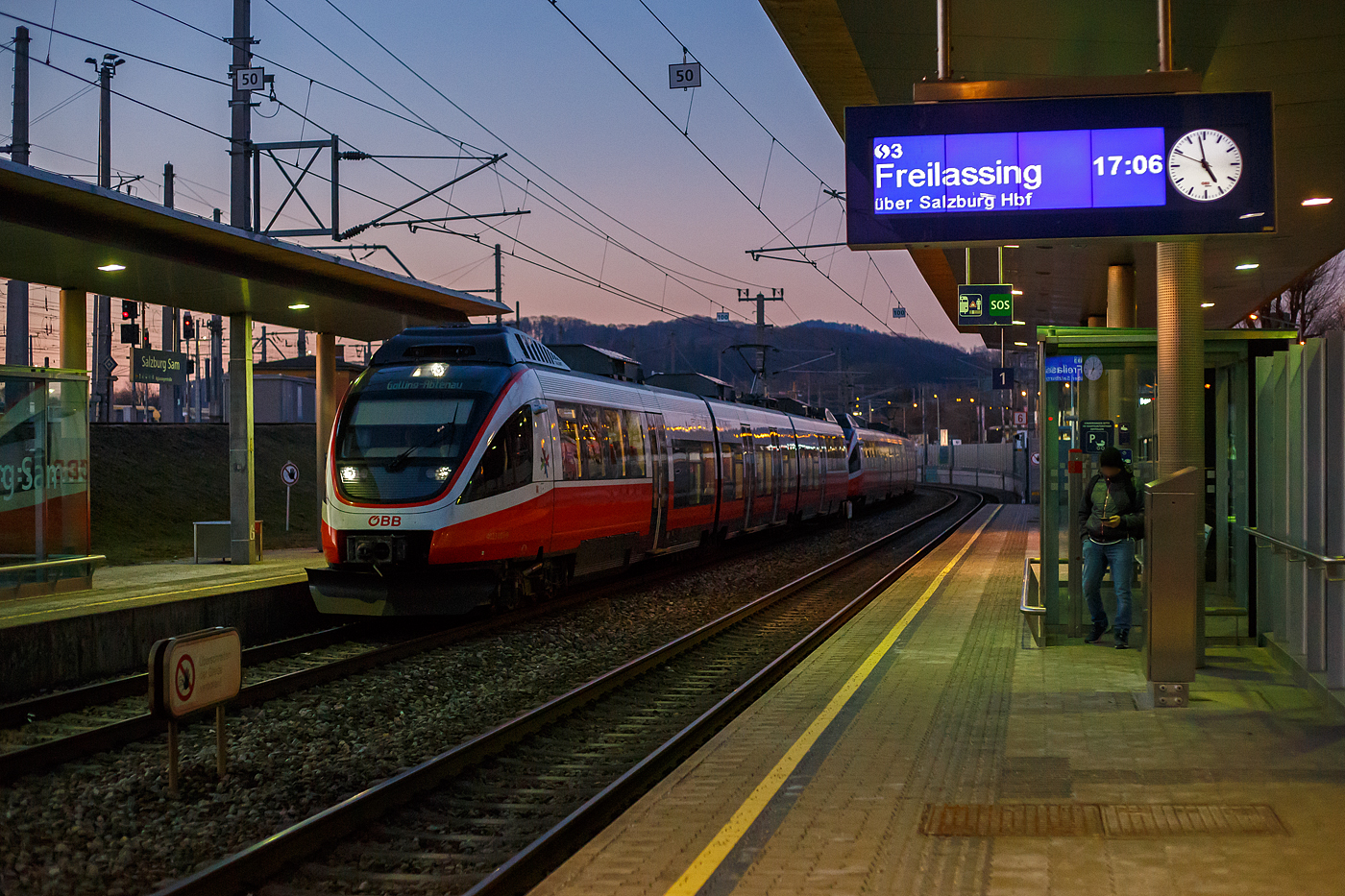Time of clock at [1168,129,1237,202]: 4:58
